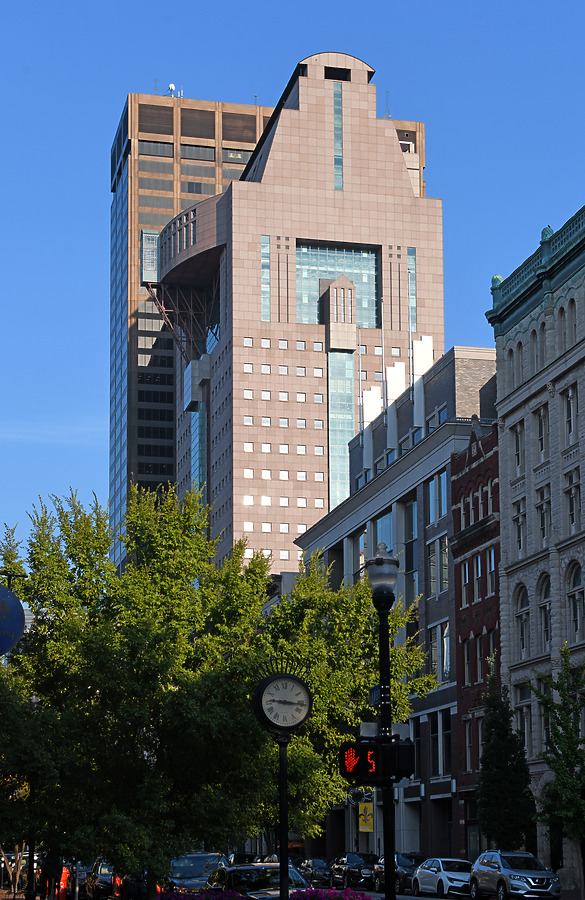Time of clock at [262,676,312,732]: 9:16
